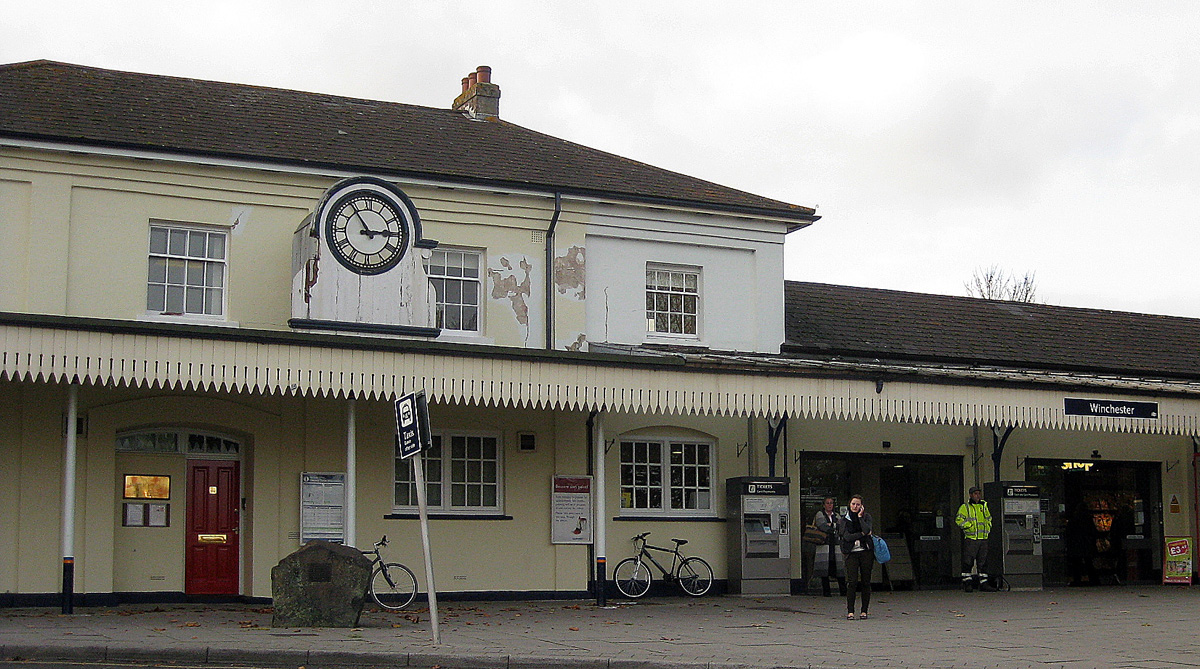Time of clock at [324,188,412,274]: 2:54
